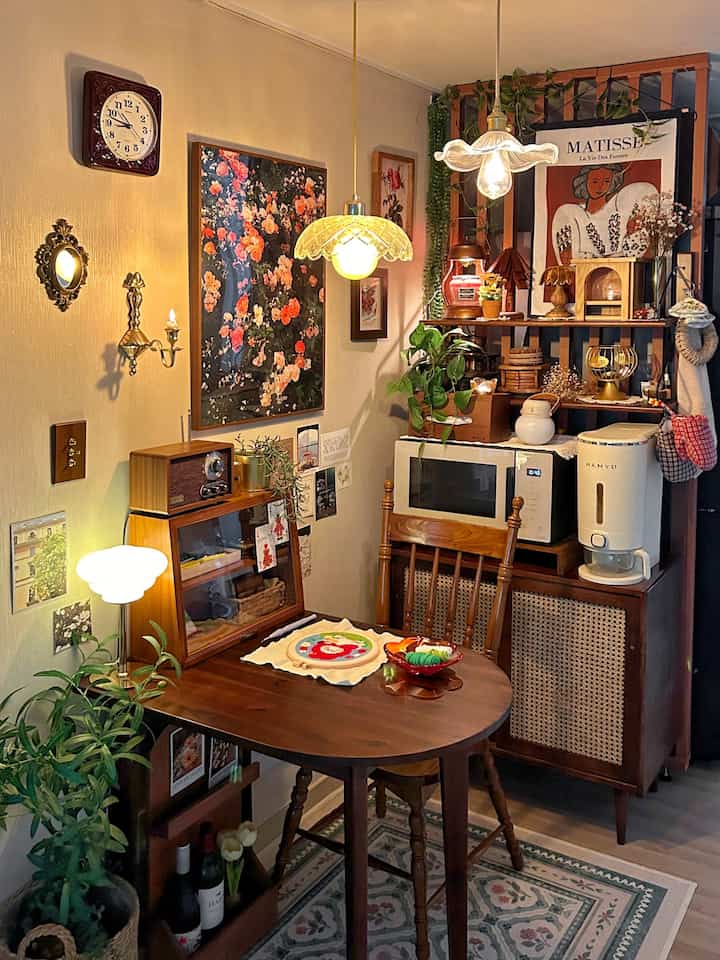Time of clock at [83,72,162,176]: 8:47
